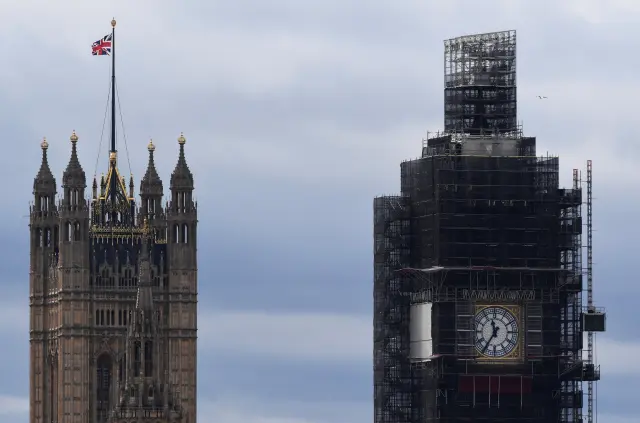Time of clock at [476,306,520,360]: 11:35
